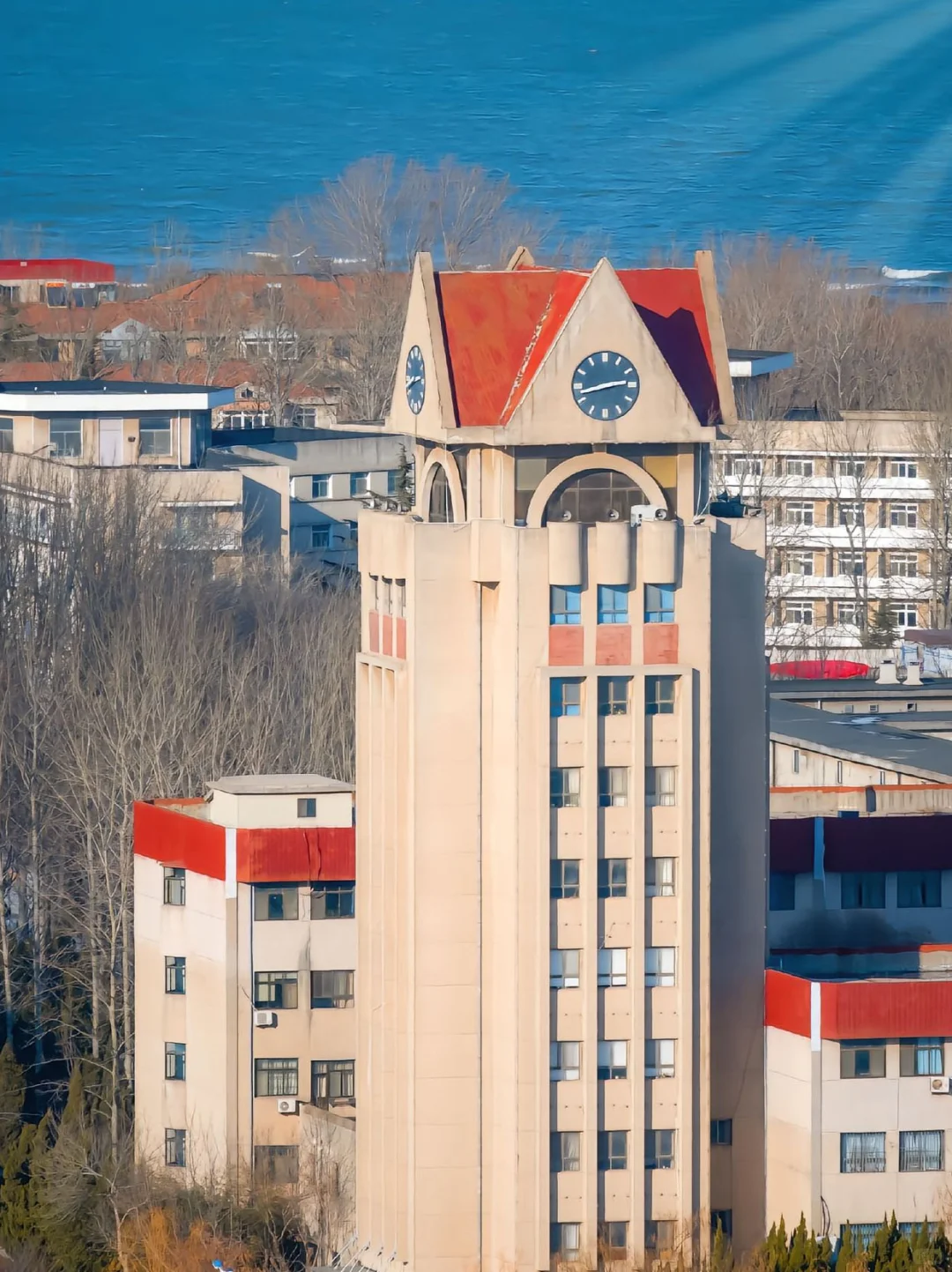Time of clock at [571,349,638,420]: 2:42
